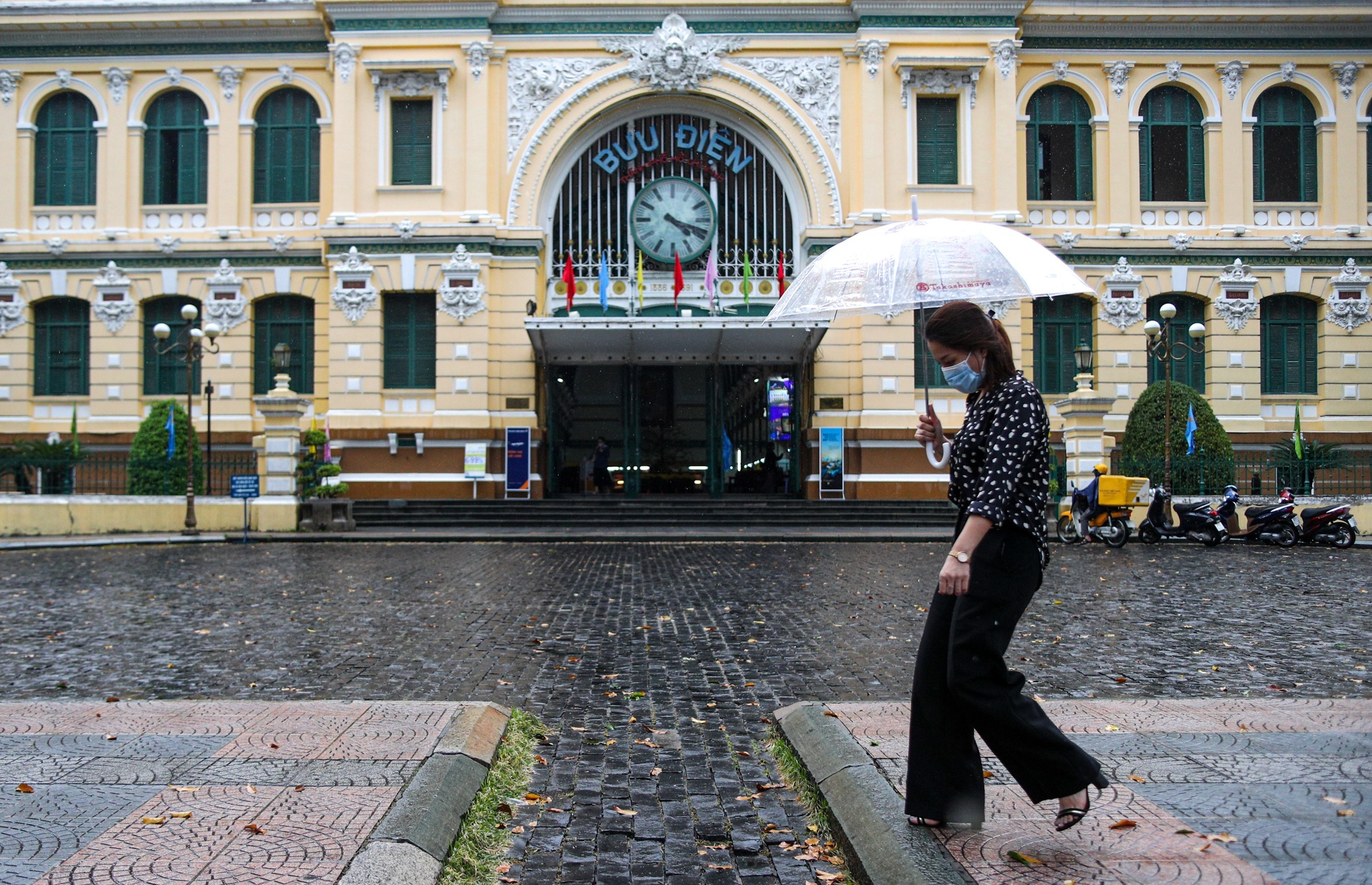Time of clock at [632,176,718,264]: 4:17
